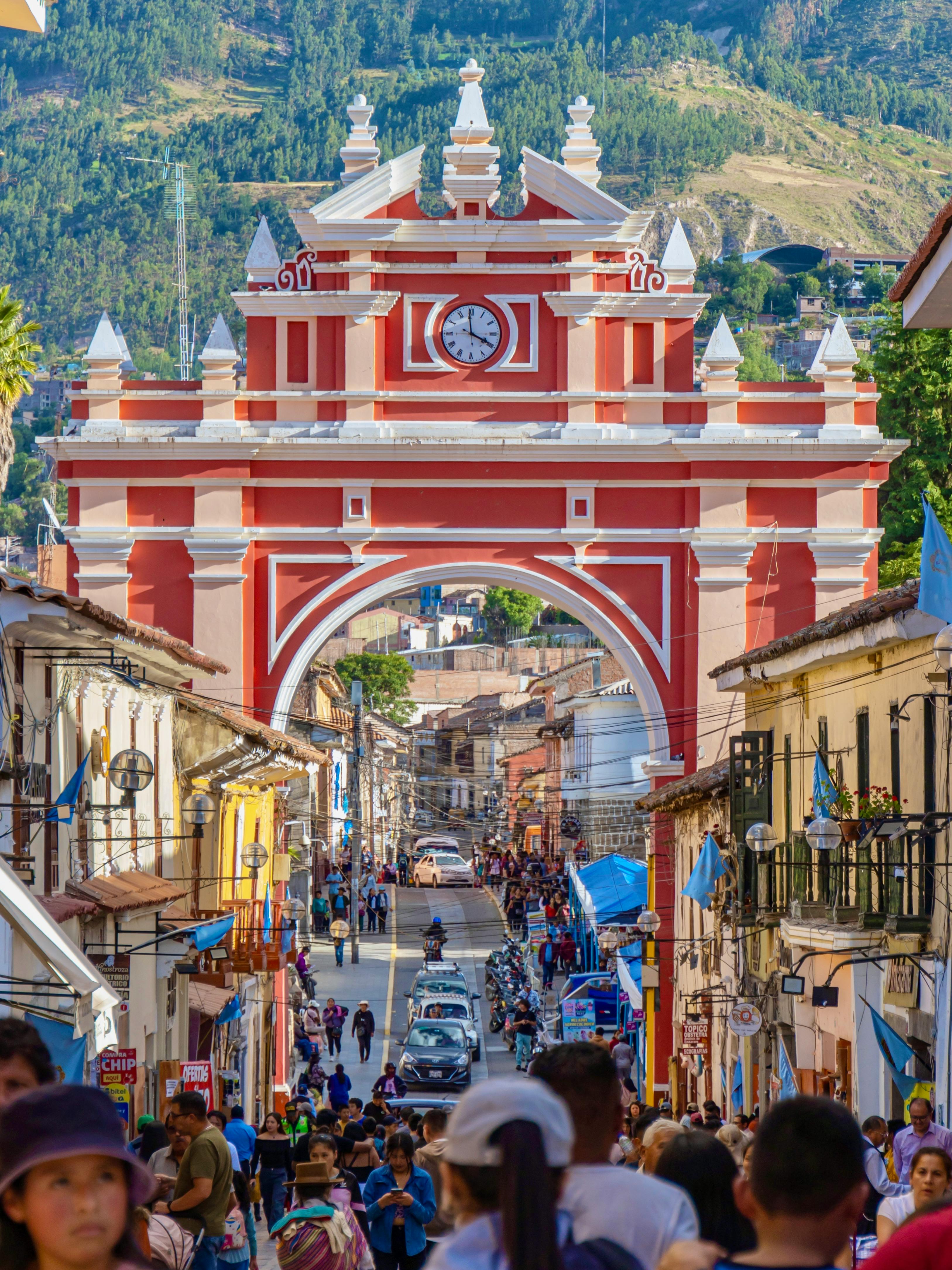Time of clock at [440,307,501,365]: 3:58
